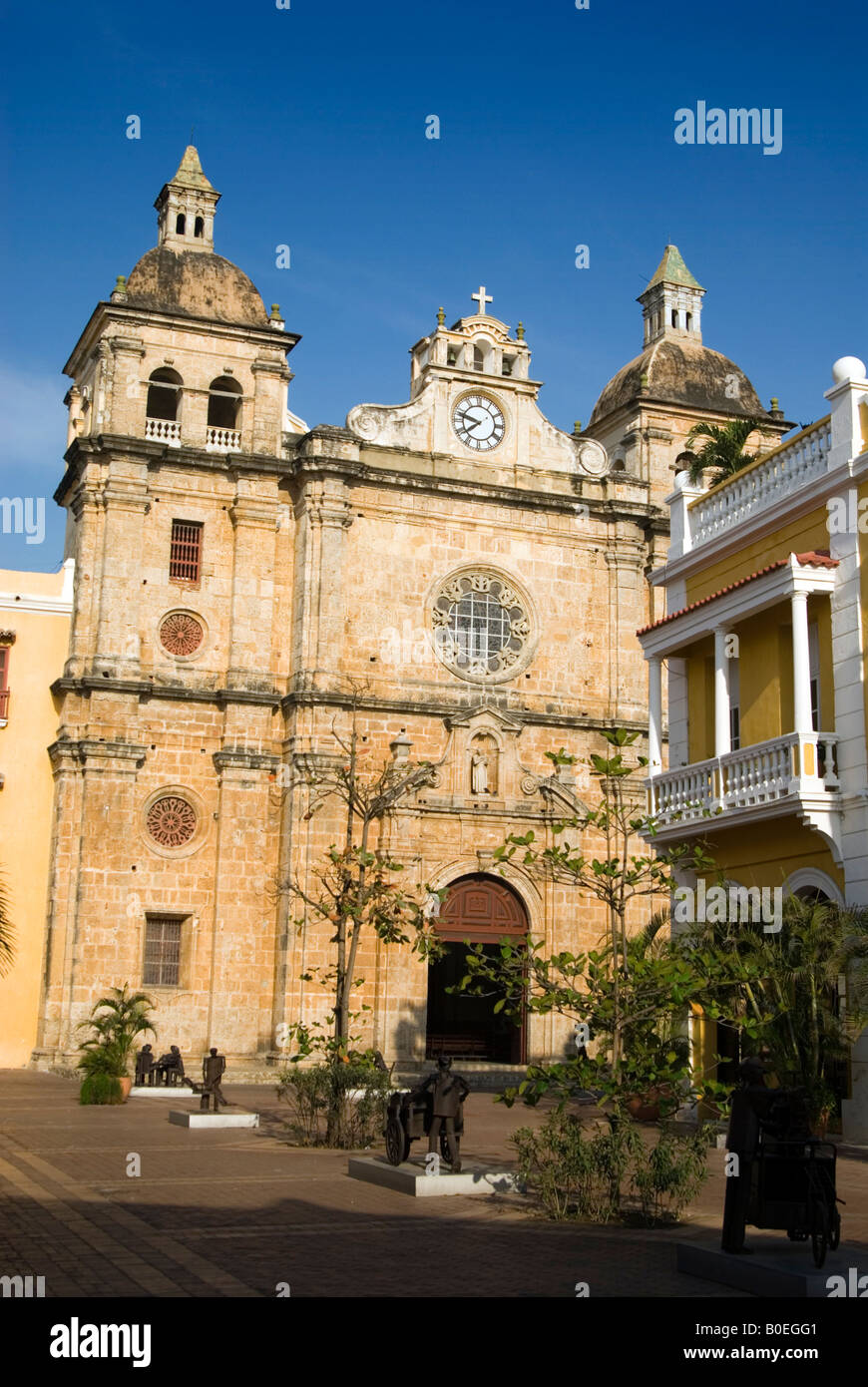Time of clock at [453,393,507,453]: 7:47
